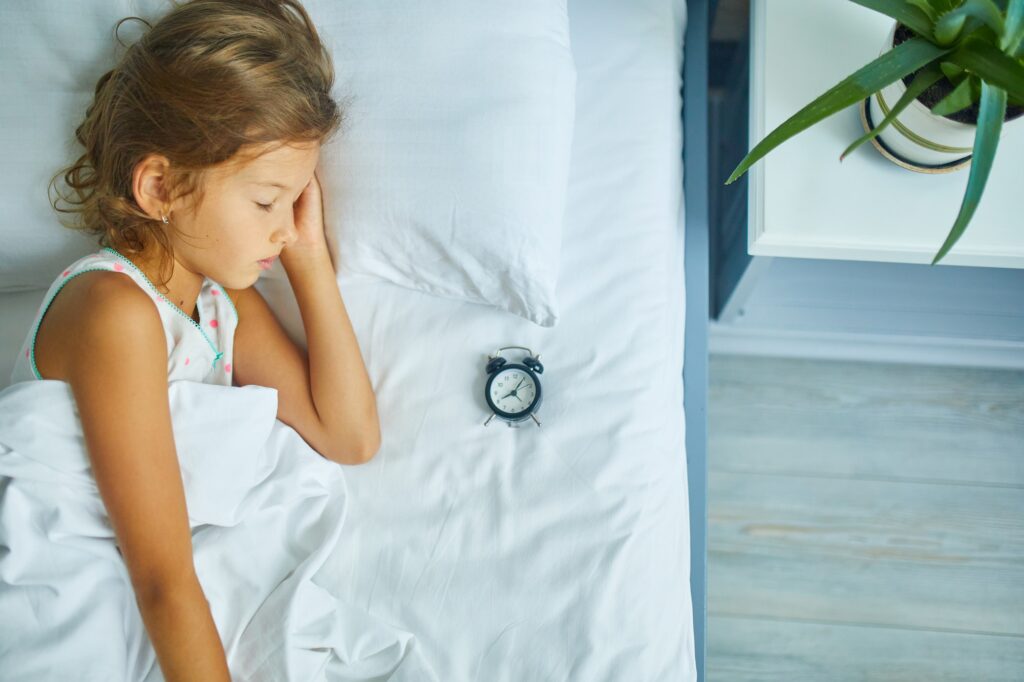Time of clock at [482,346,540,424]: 8:06
